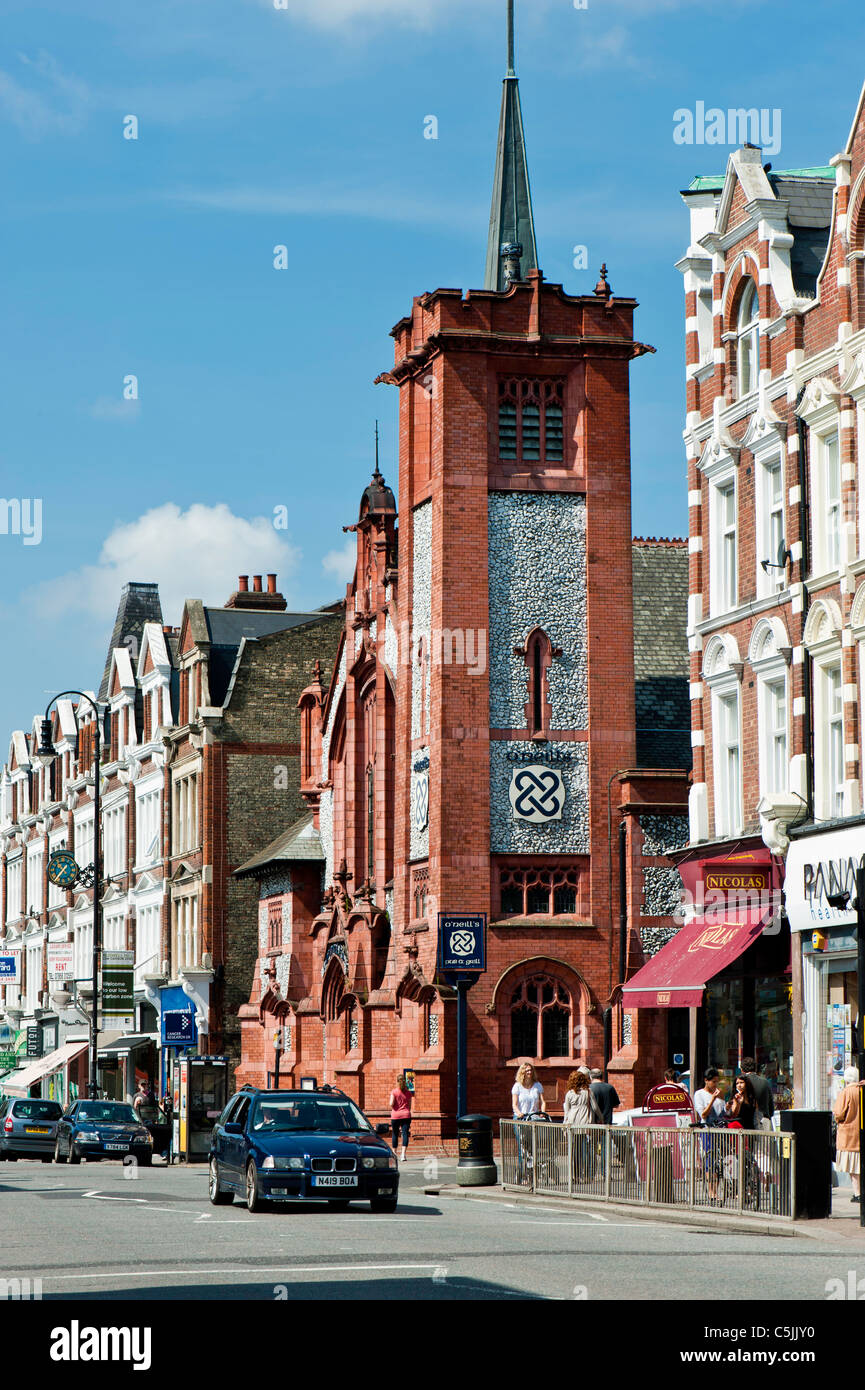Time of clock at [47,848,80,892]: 10:37
